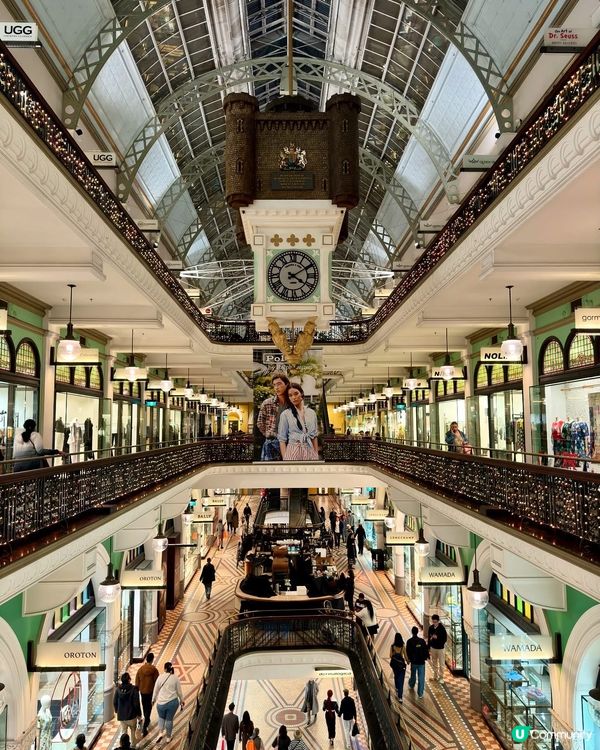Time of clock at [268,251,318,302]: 4:09
